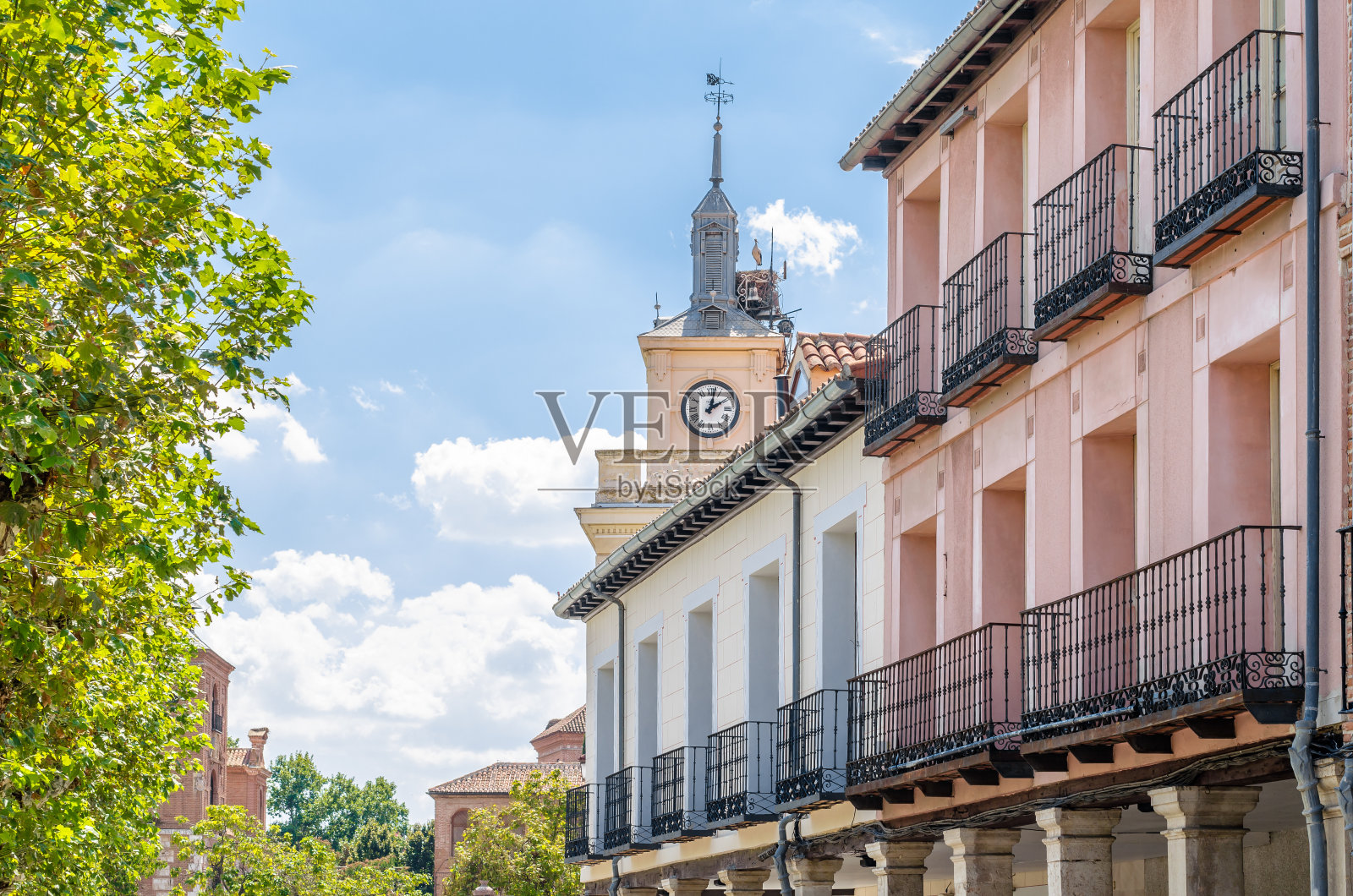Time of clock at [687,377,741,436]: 2:02
